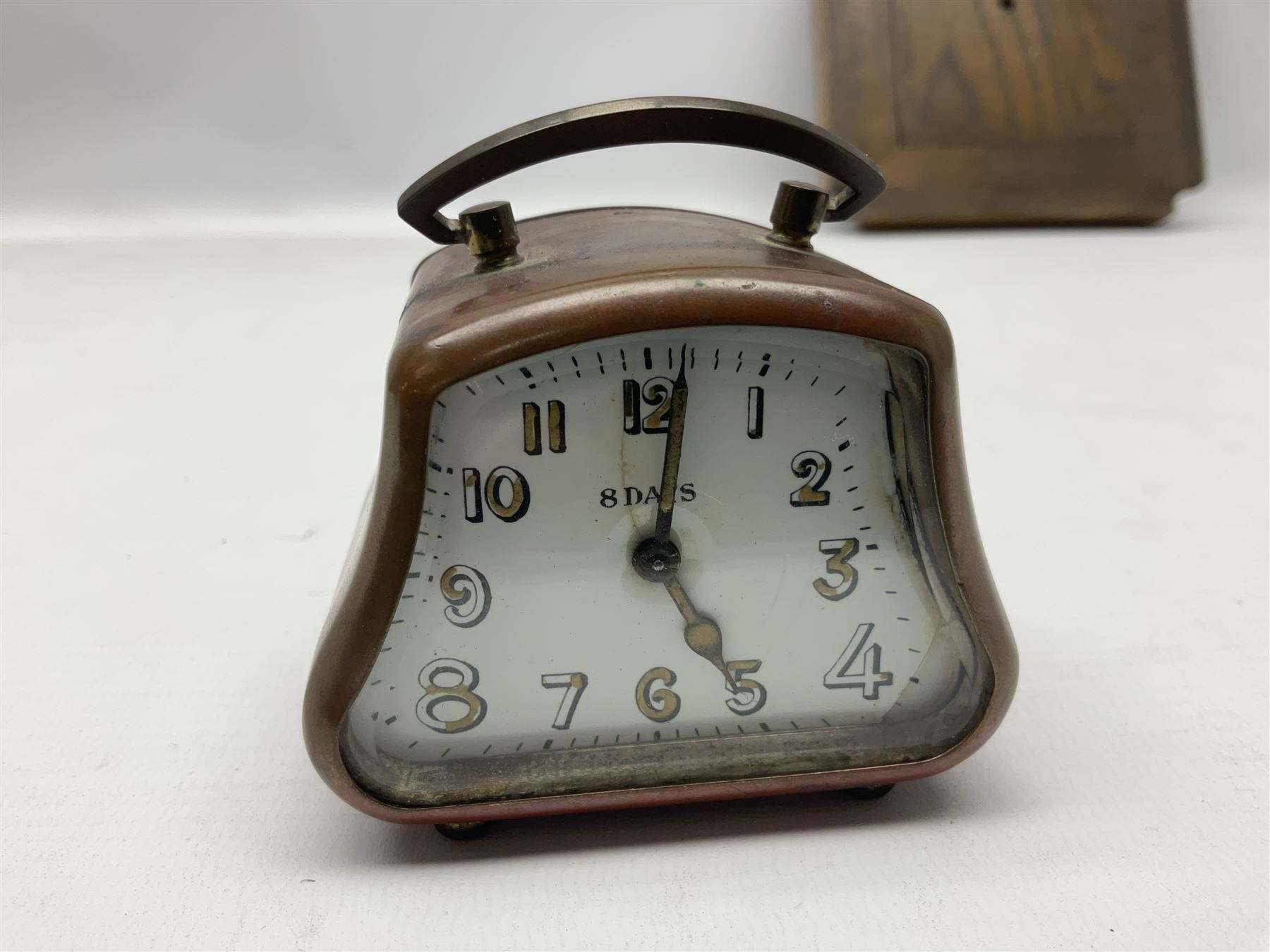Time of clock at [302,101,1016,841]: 5:01
